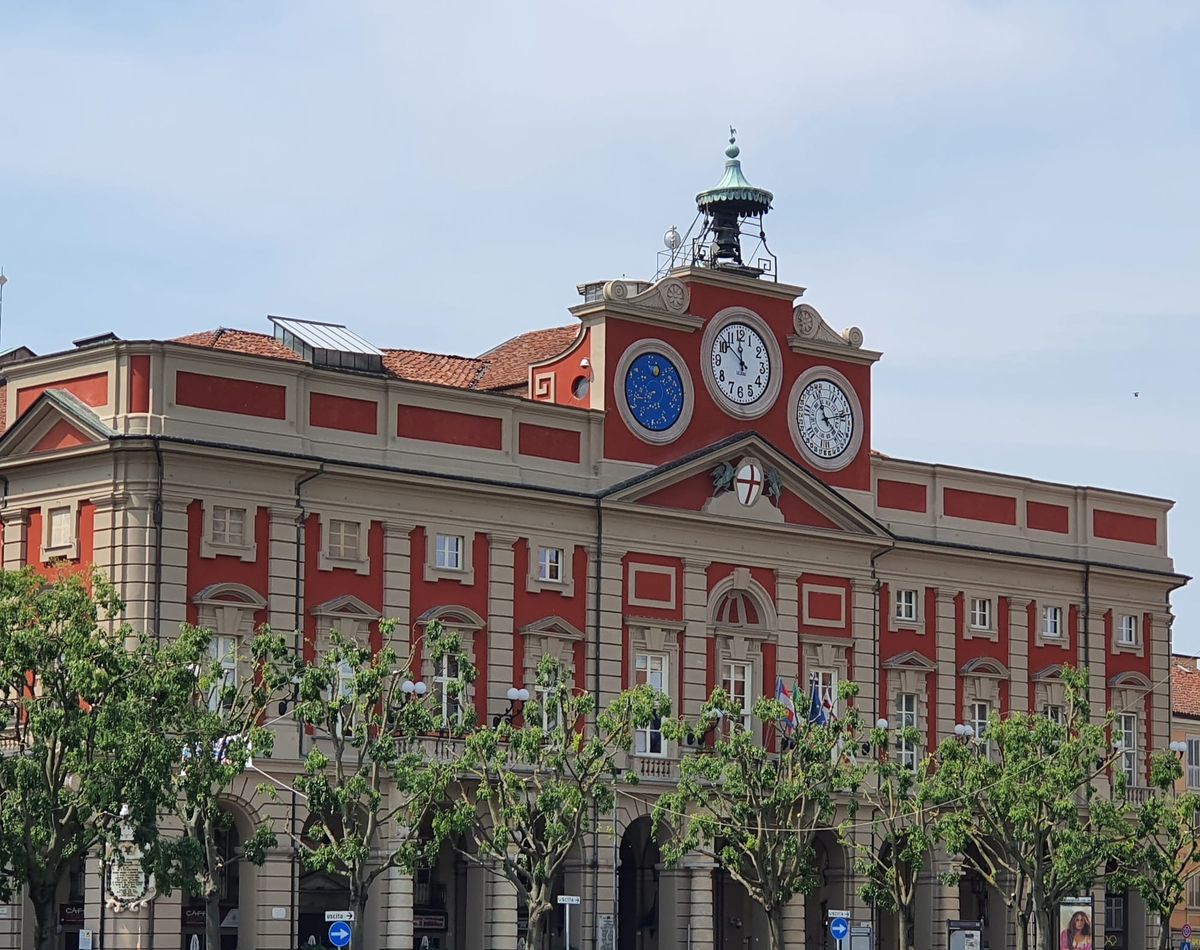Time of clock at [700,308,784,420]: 11:51
